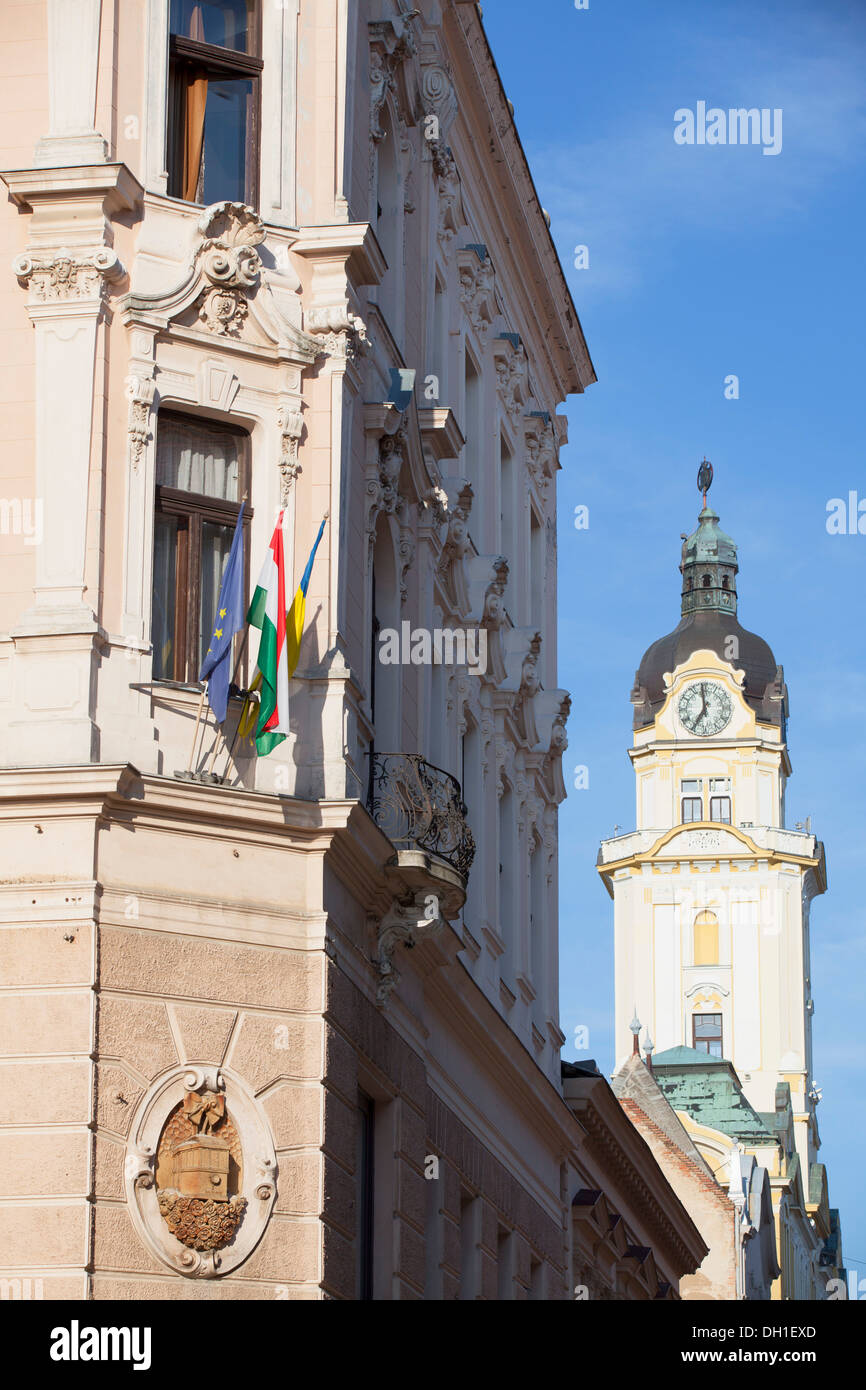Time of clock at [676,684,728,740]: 6:59
